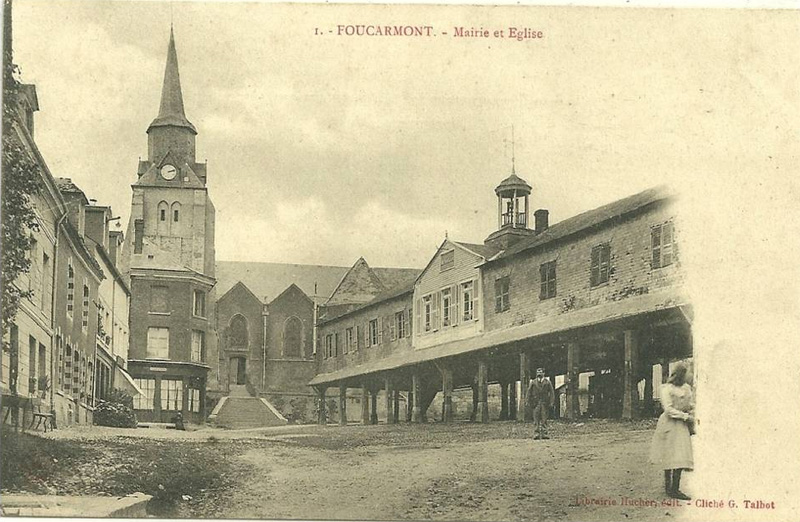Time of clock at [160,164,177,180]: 2:12
